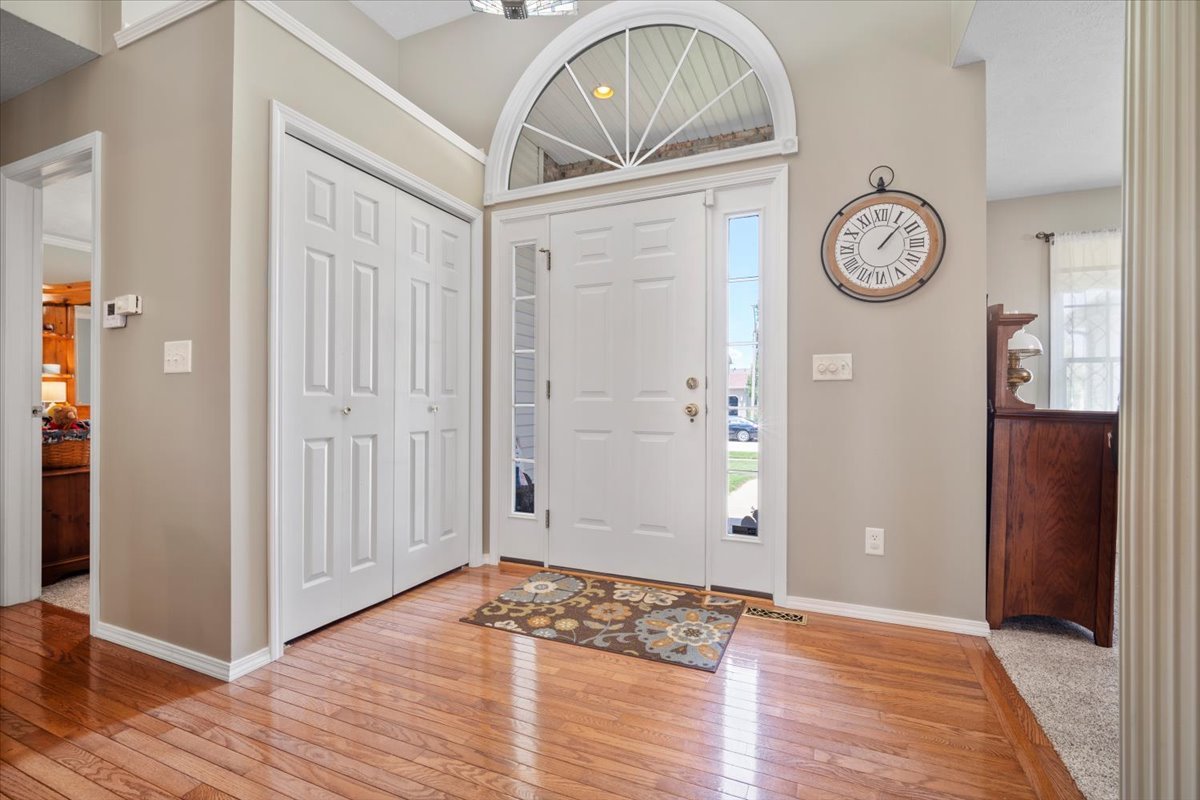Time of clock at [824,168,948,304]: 1:07
